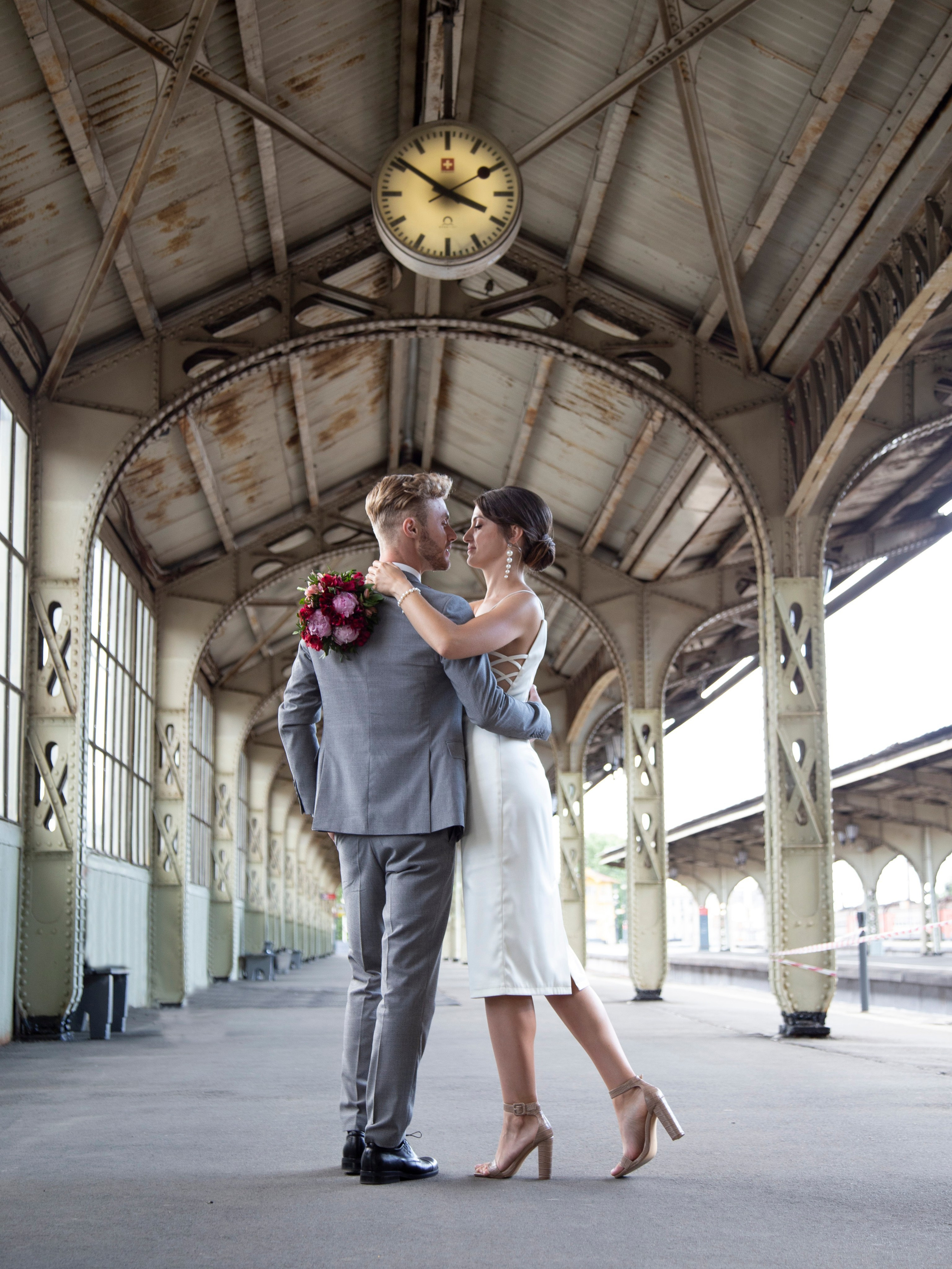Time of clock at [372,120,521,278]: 3:51
